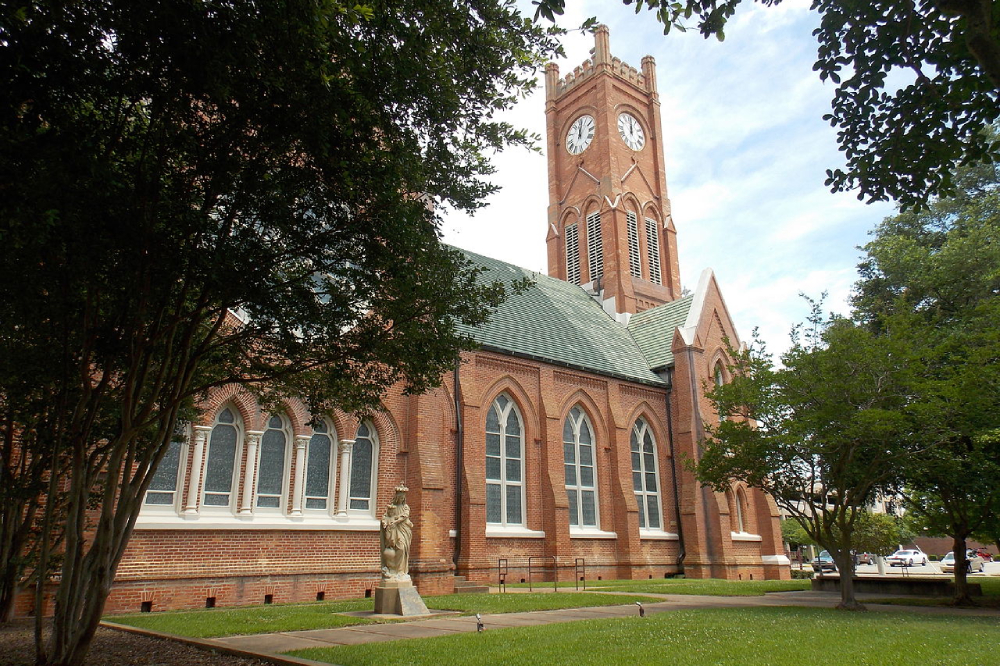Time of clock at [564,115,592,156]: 12:02
